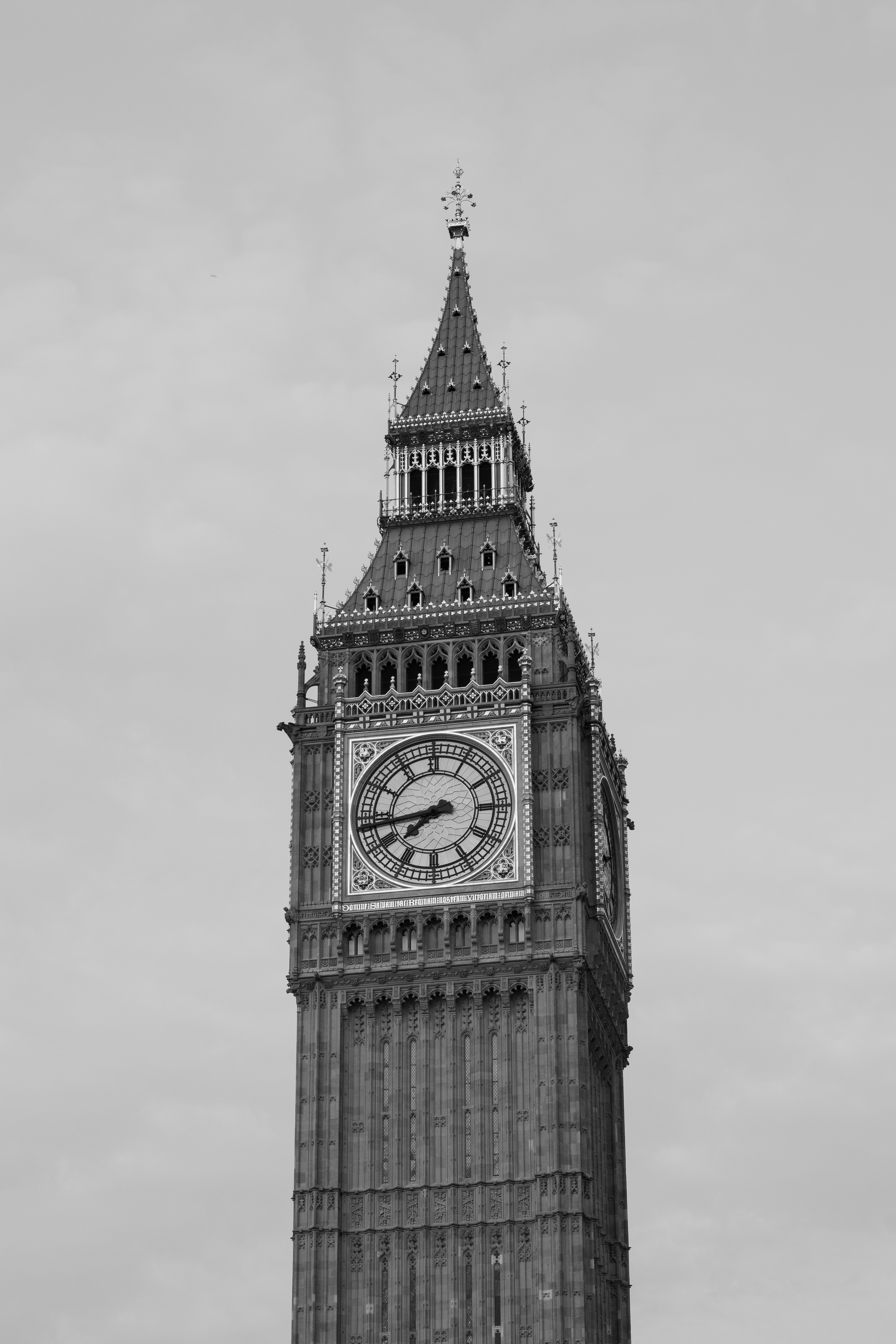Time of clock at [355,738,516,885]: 7:43
